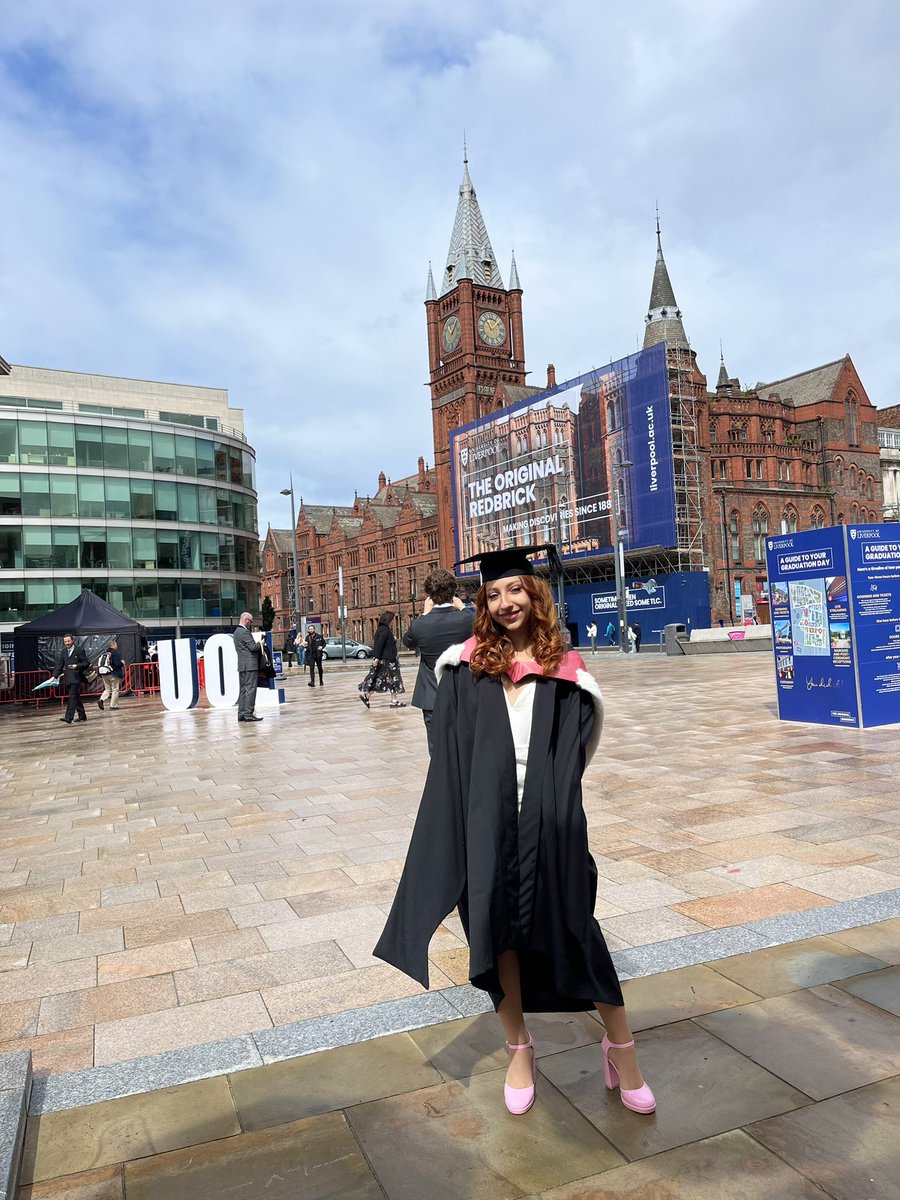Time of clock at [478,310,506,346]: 11:07
